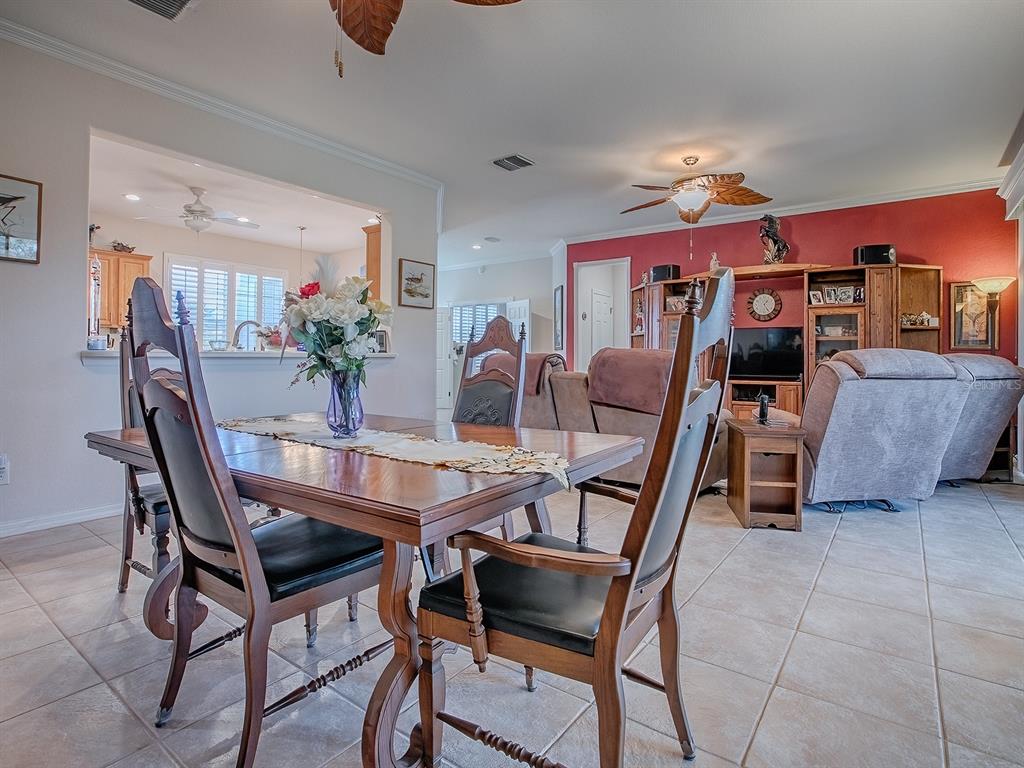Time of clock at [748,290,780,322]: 1:24
